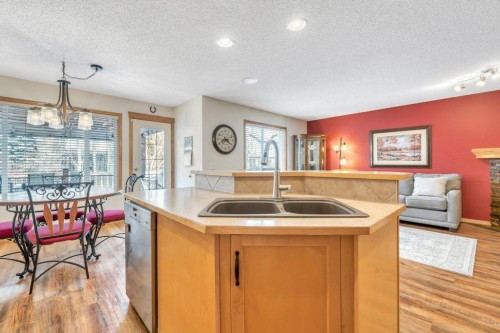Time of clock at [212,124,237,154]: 8:20
